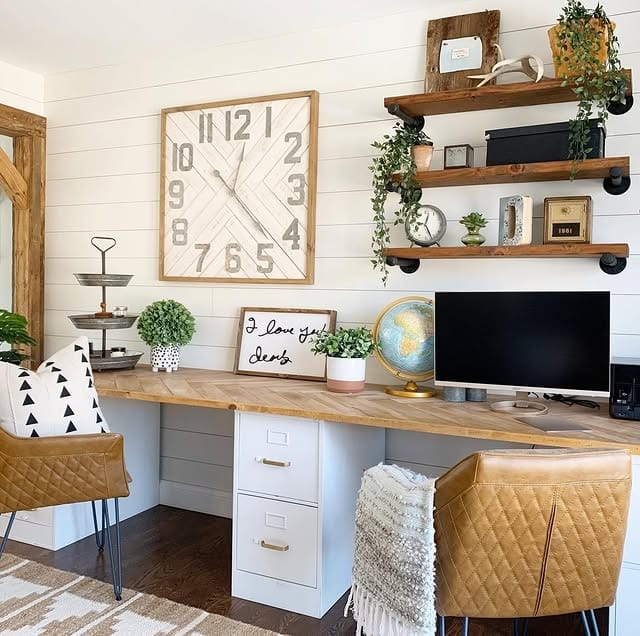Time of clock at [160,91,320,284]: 12:22
